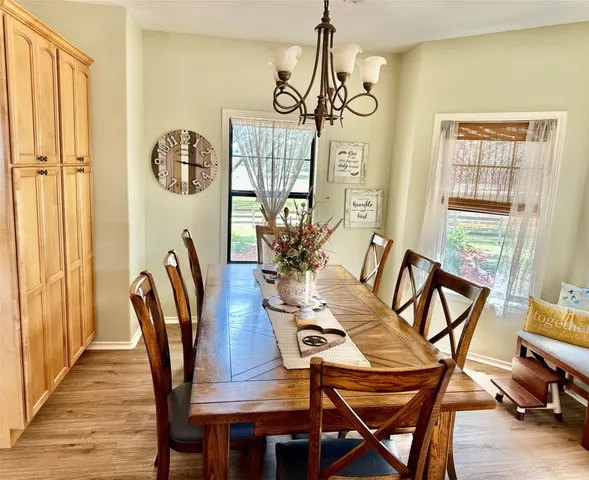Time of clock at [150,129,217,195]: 12:16
